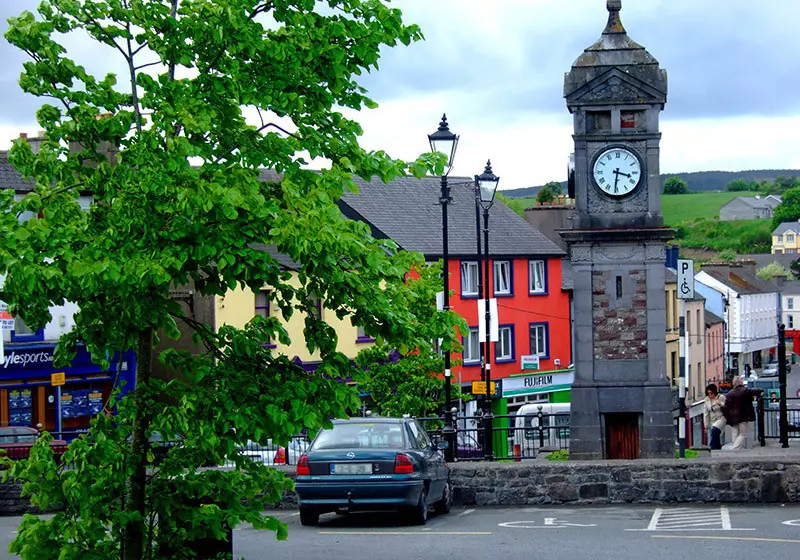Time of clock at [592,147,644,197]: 3:31
